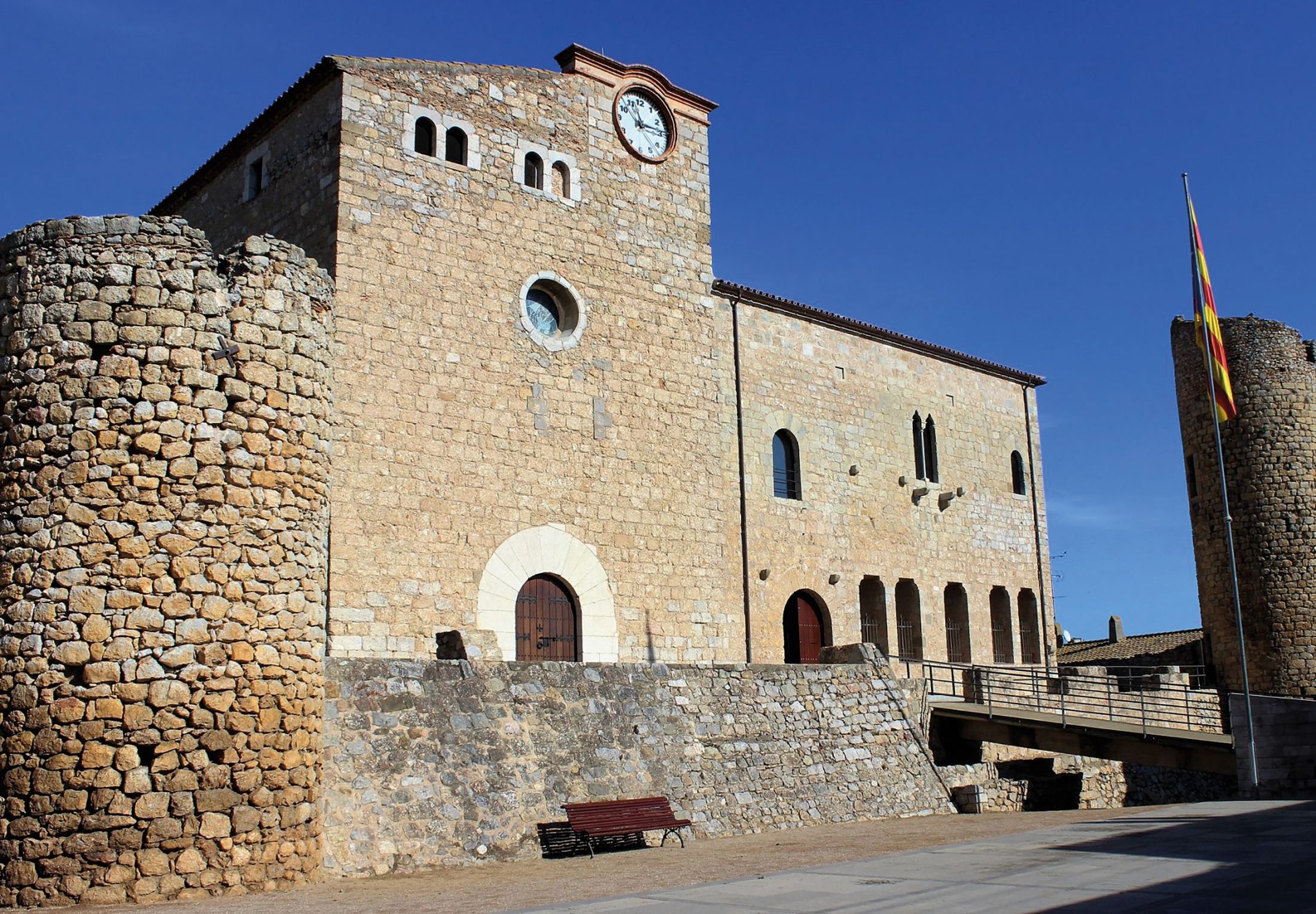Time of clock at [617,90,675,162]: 11:13
